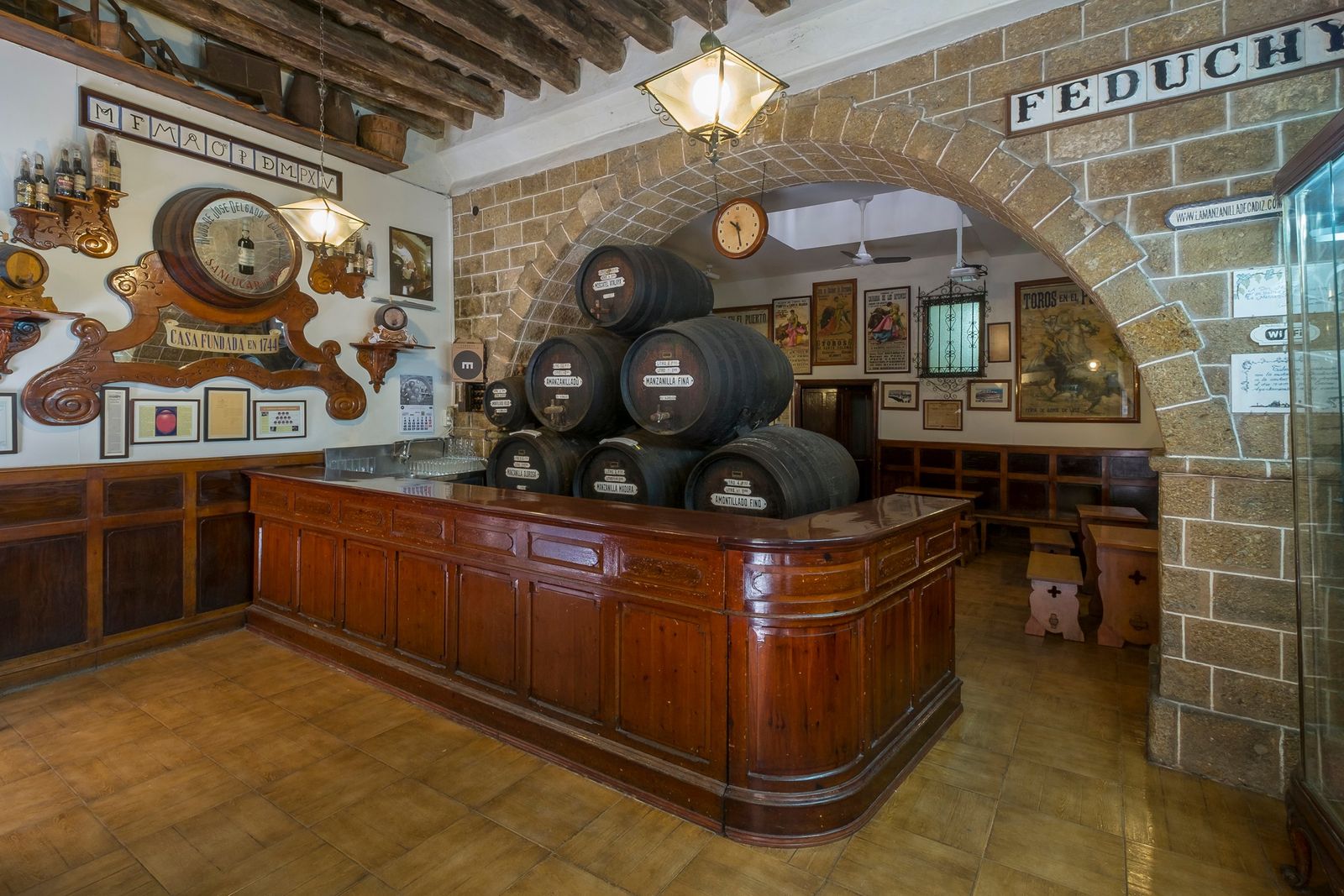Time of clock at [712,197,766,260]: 10:28
